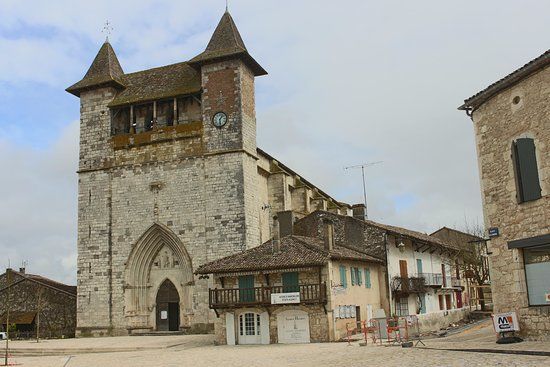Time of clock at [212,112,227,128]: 1:28
